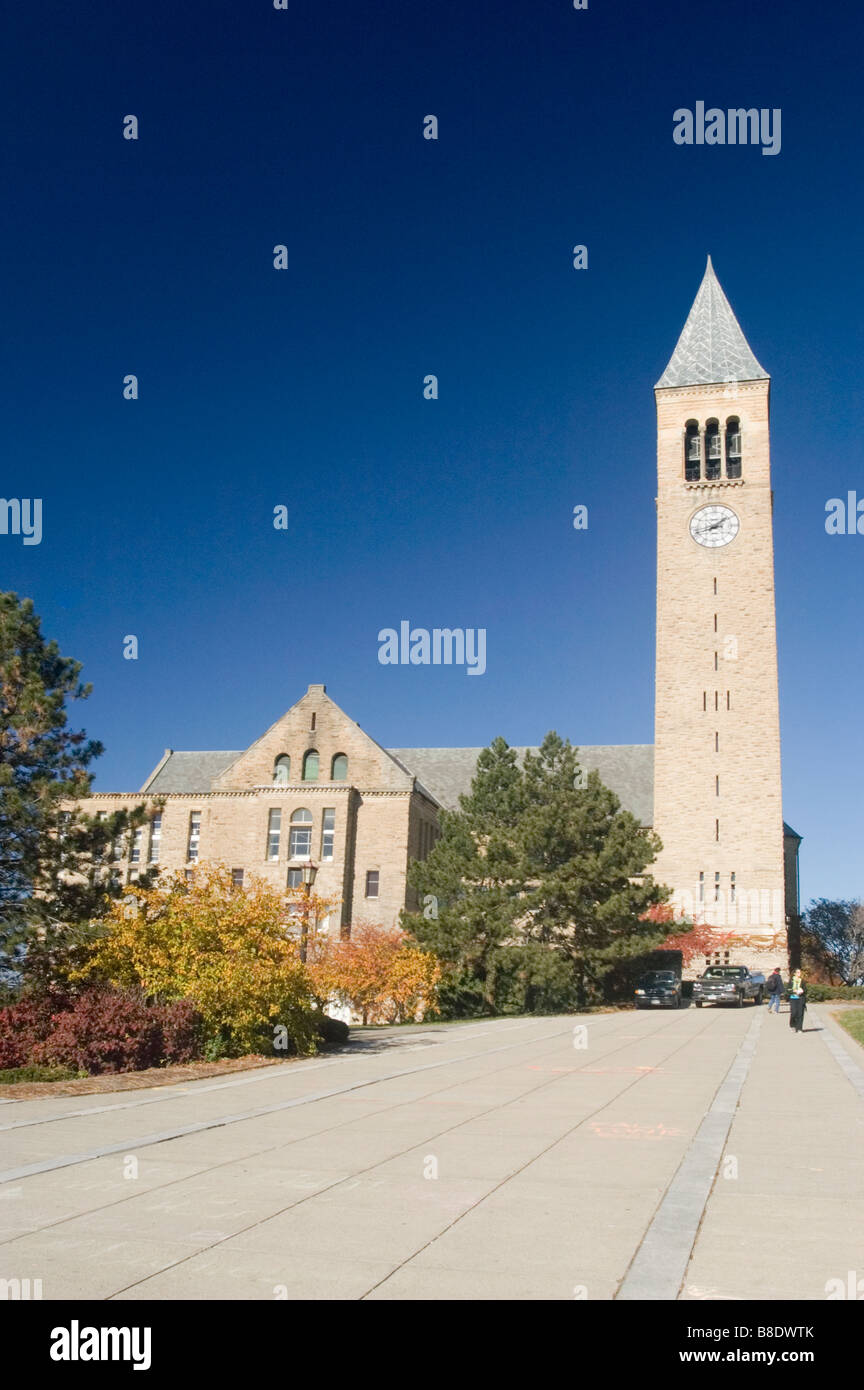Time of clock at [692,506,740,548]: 1:42
